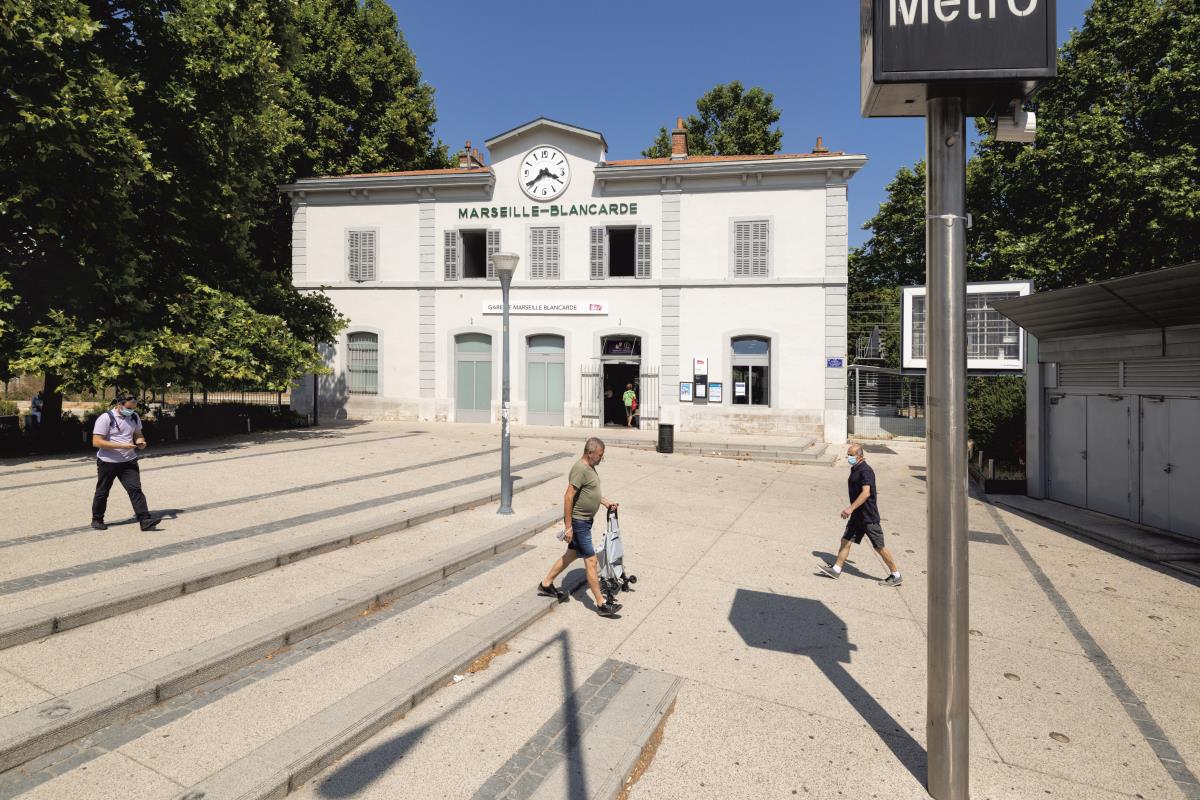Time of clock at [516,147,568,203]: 3:38
